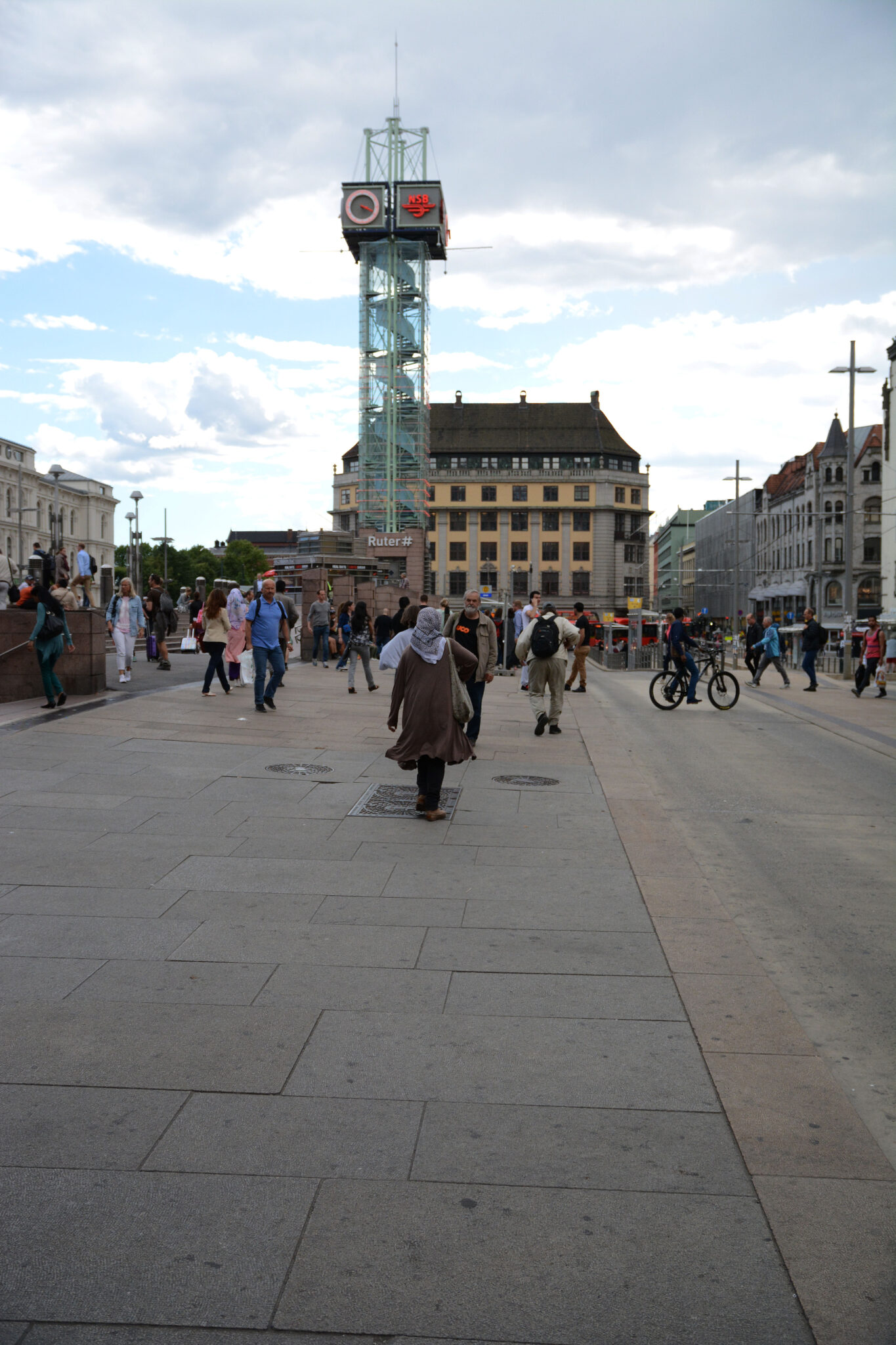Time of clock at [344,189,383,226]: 5:18
